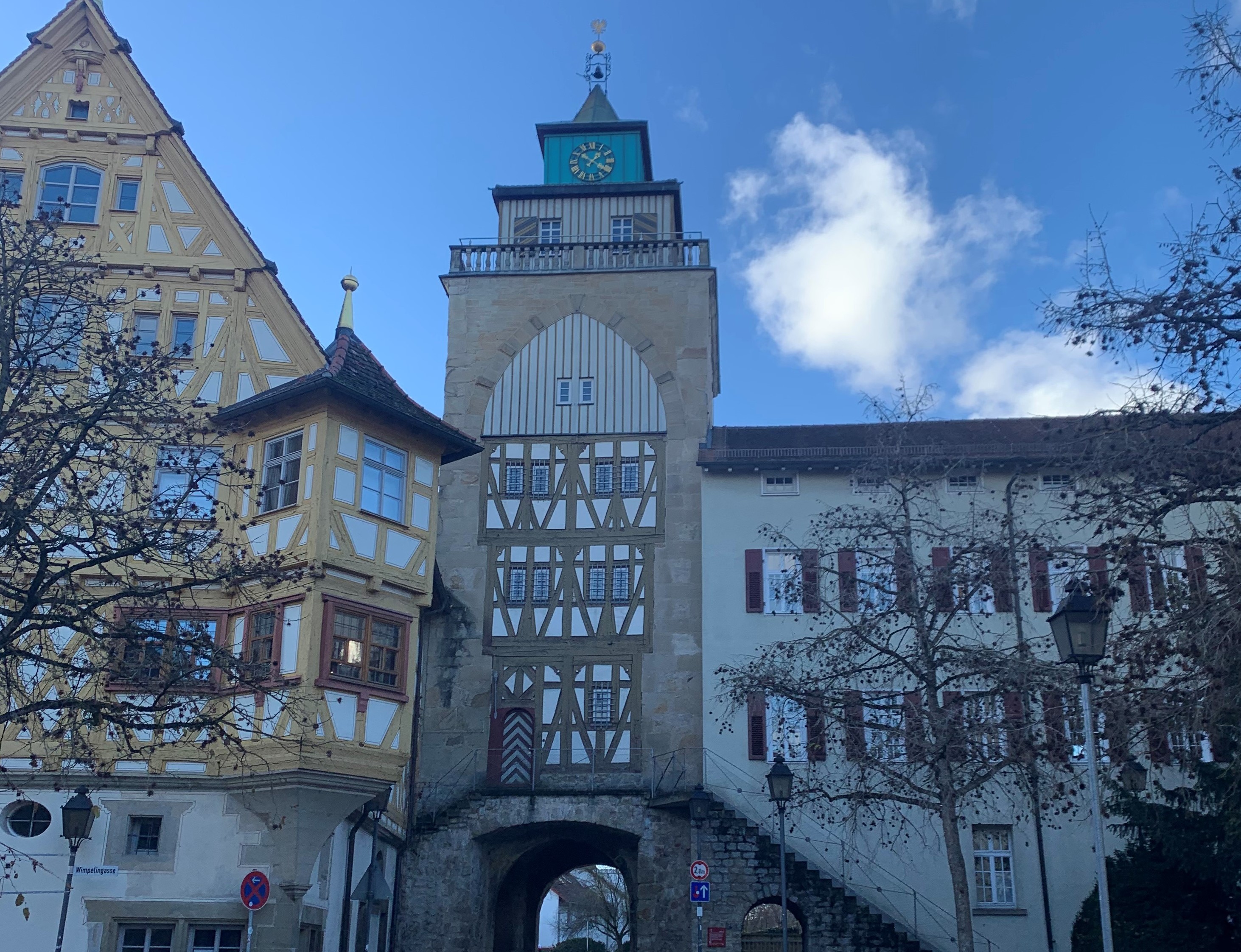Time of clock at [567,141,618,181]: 1:20
